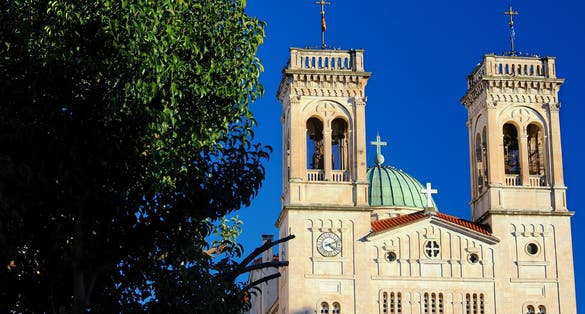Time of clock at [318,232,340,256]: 4:11
